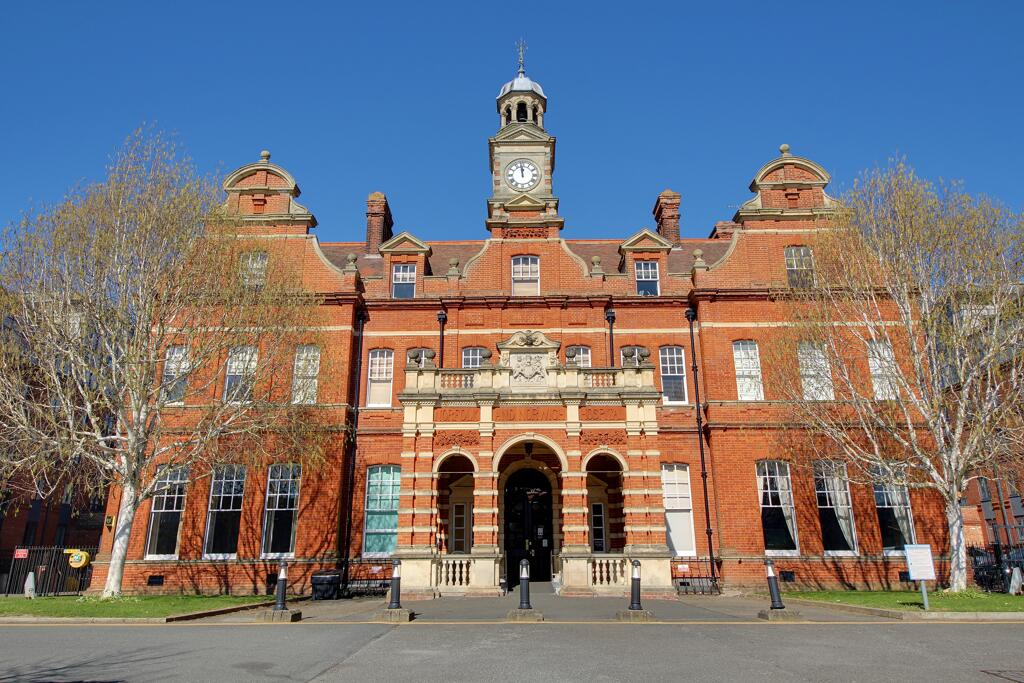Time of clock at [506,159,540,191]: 11:58
